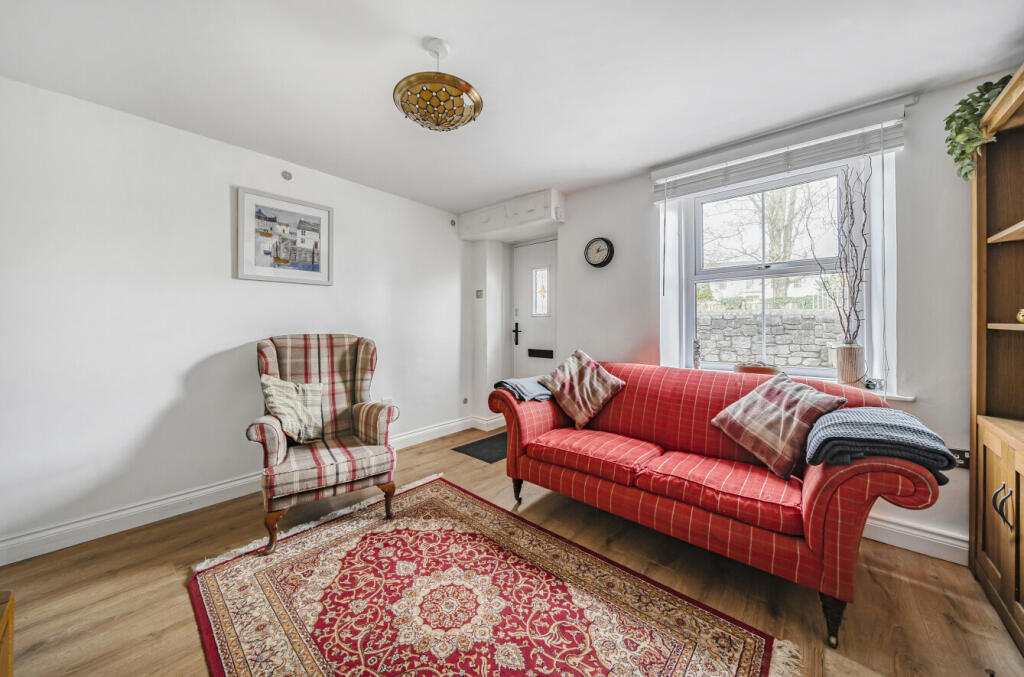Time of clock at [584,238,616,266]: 1:12
